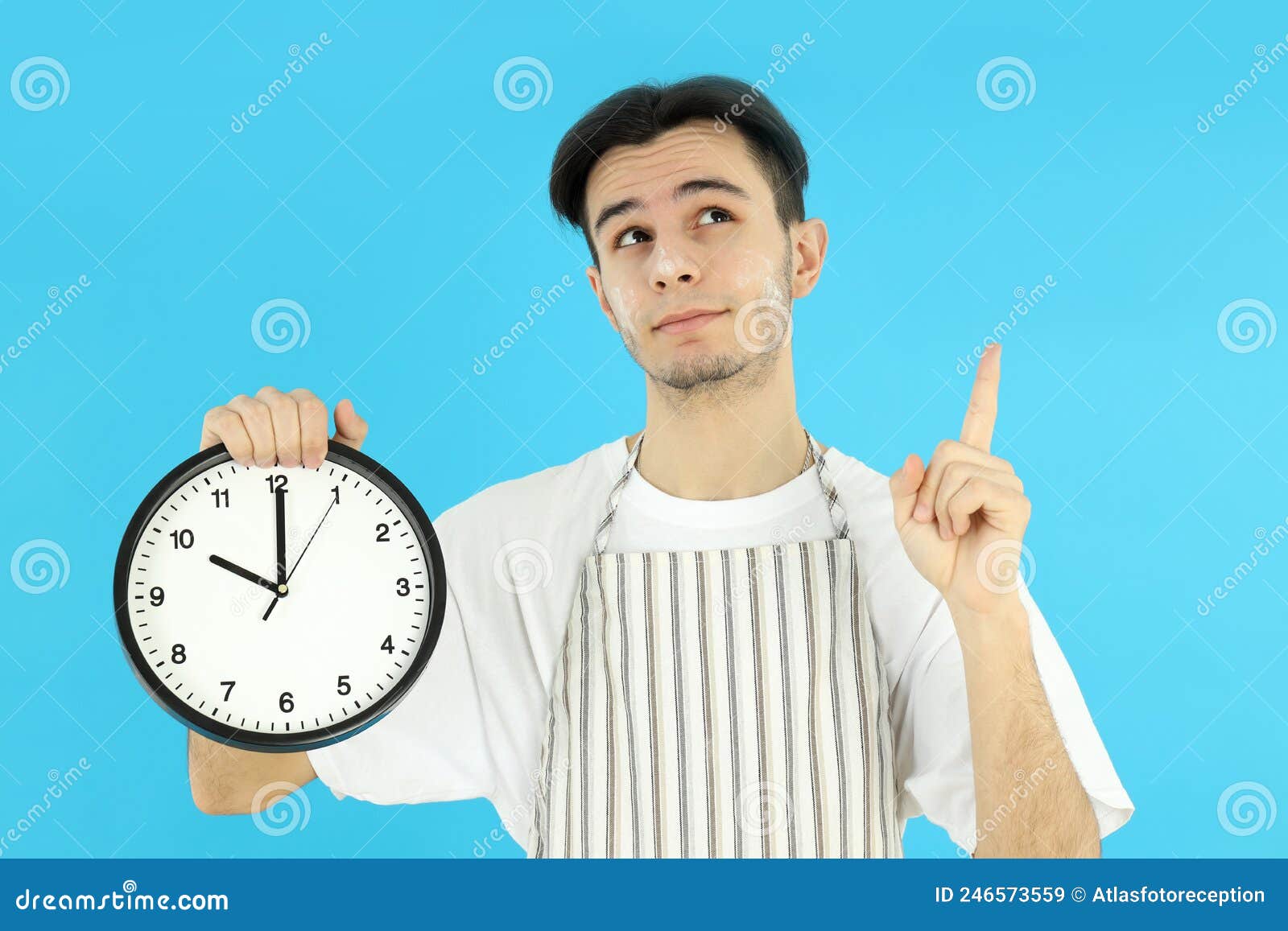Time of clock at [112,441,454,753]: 10:00
